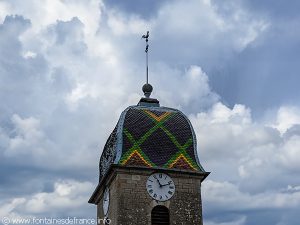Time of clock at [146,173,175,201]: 11:11
